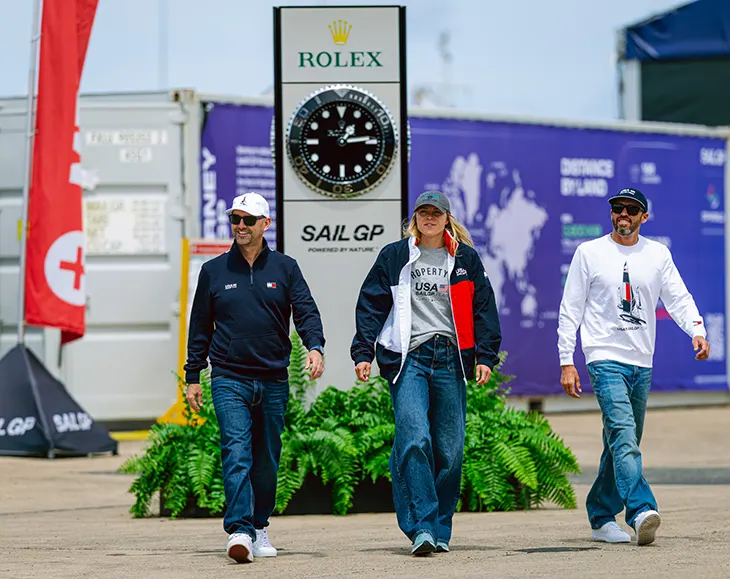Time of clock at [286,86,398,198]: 1:13
